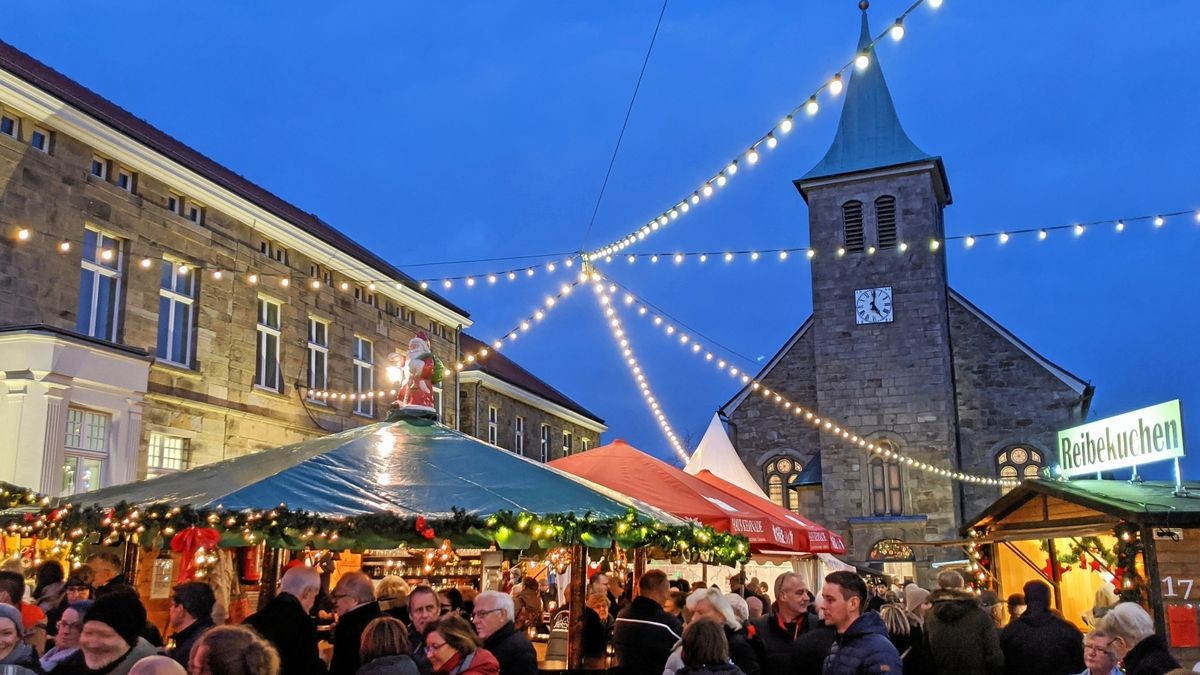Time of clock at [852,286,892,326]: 5:01
